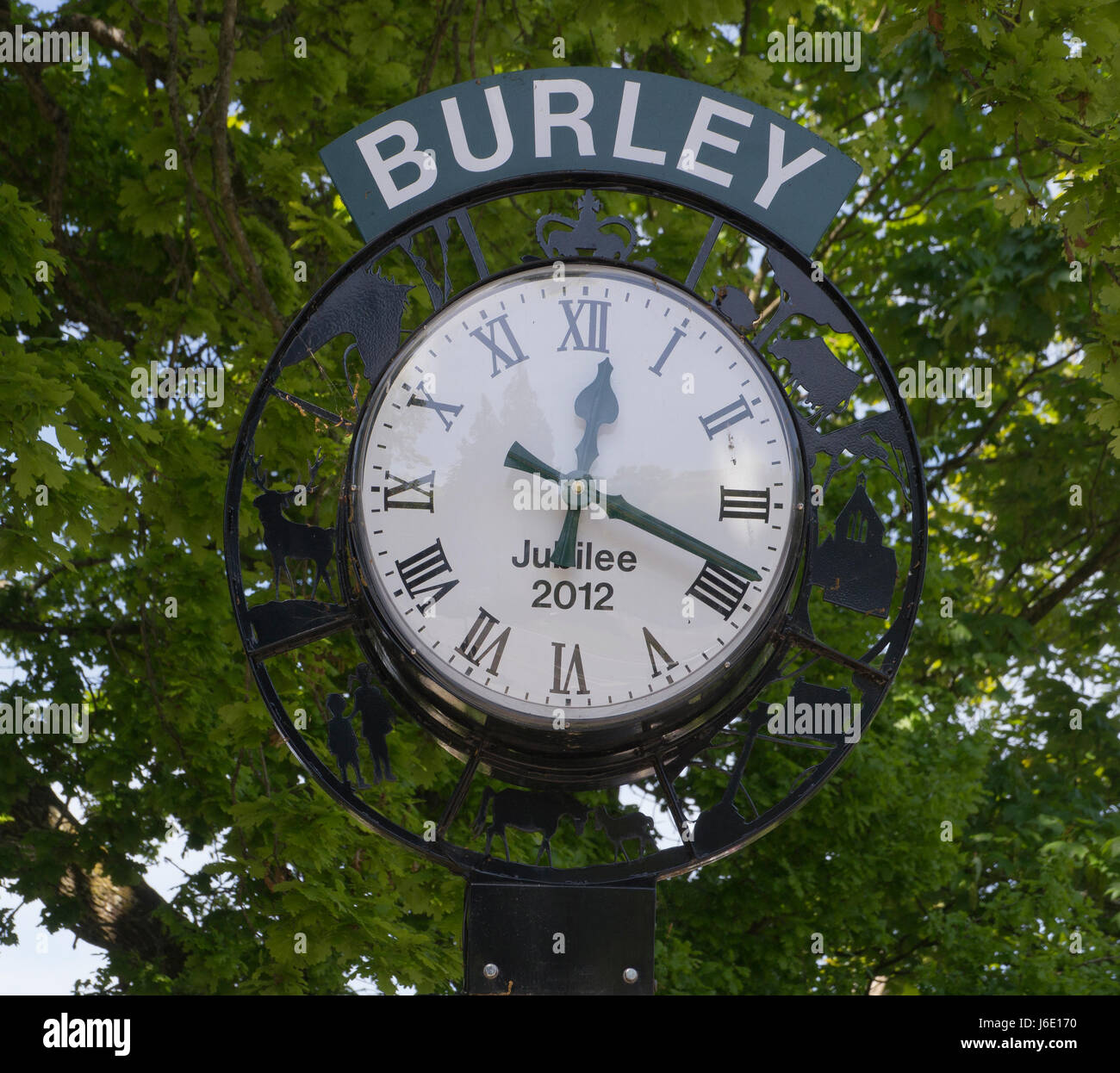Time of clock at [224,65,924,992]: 12:18
